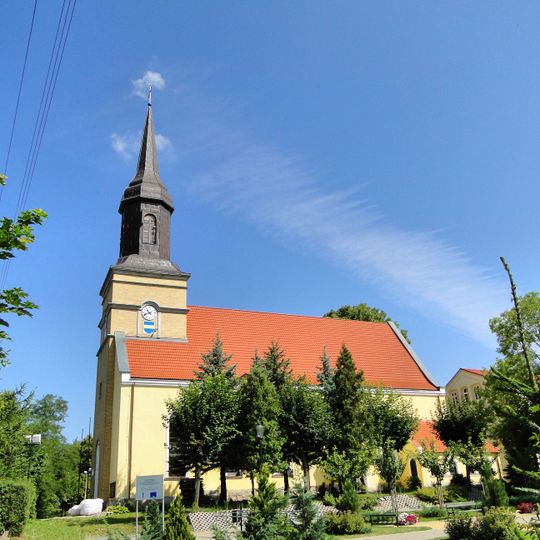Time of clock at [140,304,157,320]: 10:41
